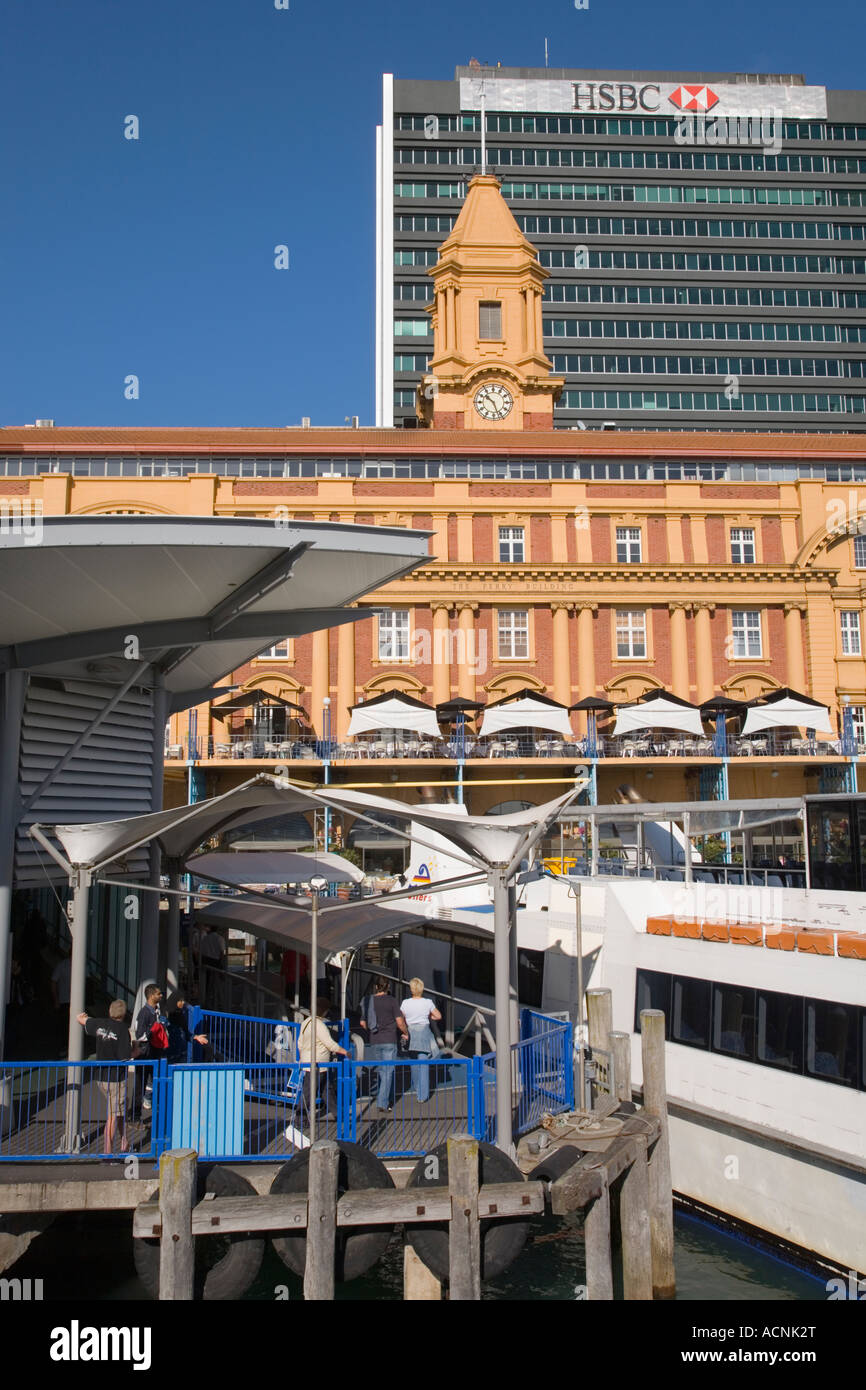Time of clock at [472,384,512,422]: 10:26
